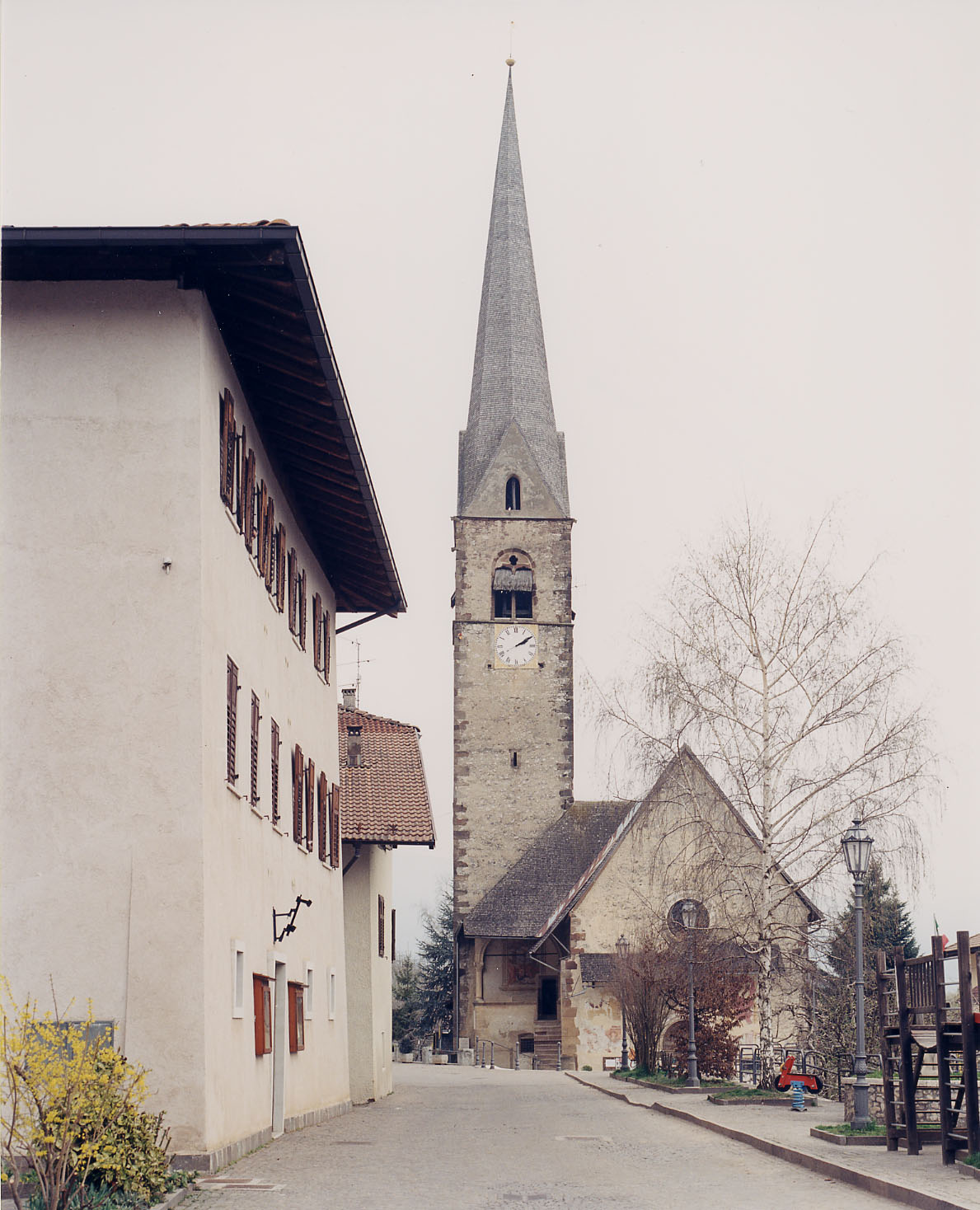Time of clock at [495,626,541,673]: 2:09
